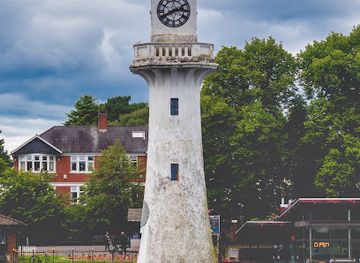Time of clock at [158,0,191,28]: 2:40
